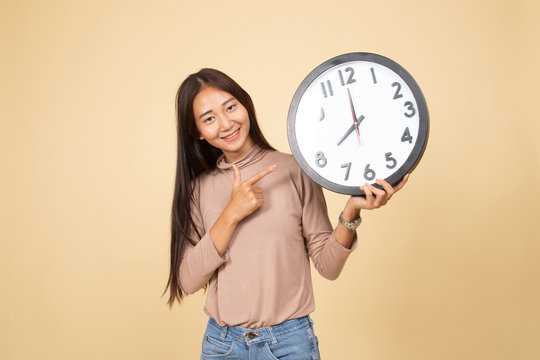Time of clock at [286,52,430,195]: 7:59
